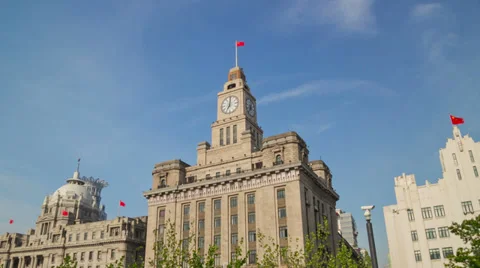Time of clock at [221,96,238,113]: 7:01
